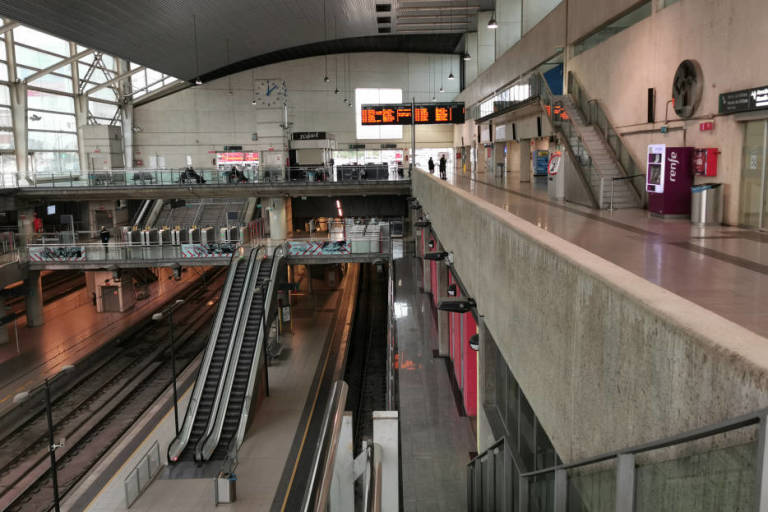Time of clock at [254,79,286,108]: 12:07
